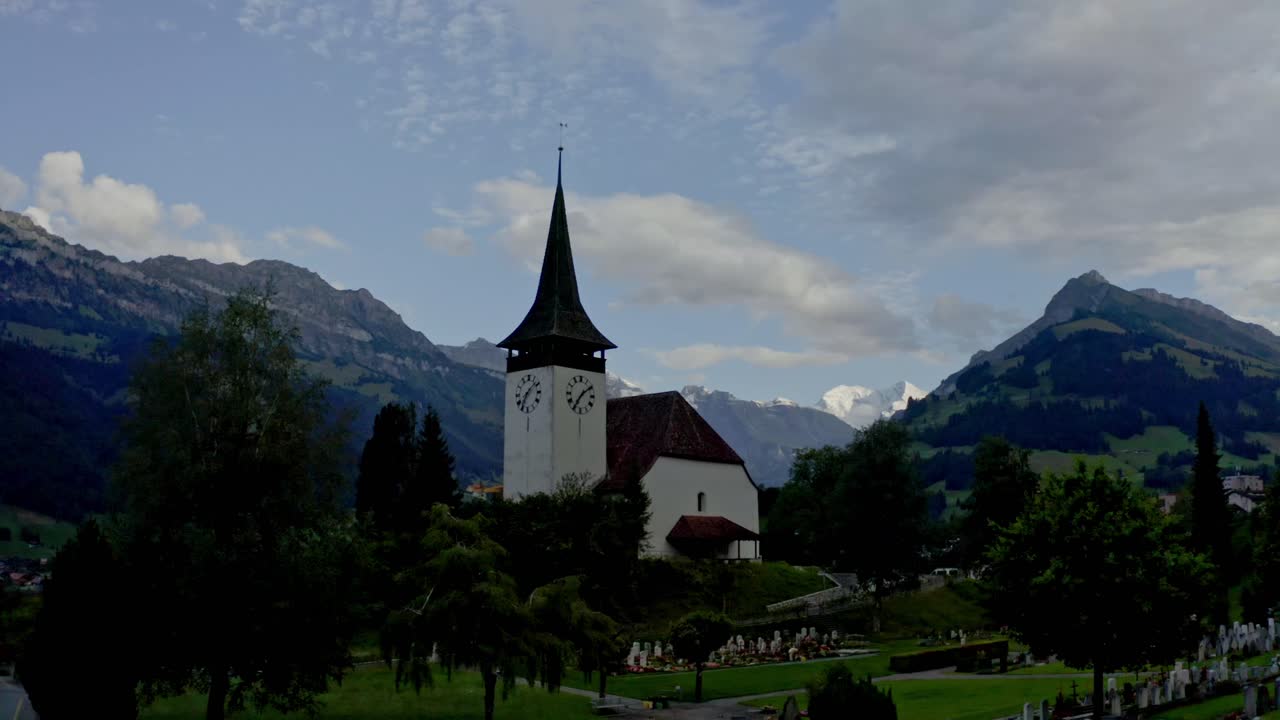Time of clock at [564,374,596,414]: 7:09
